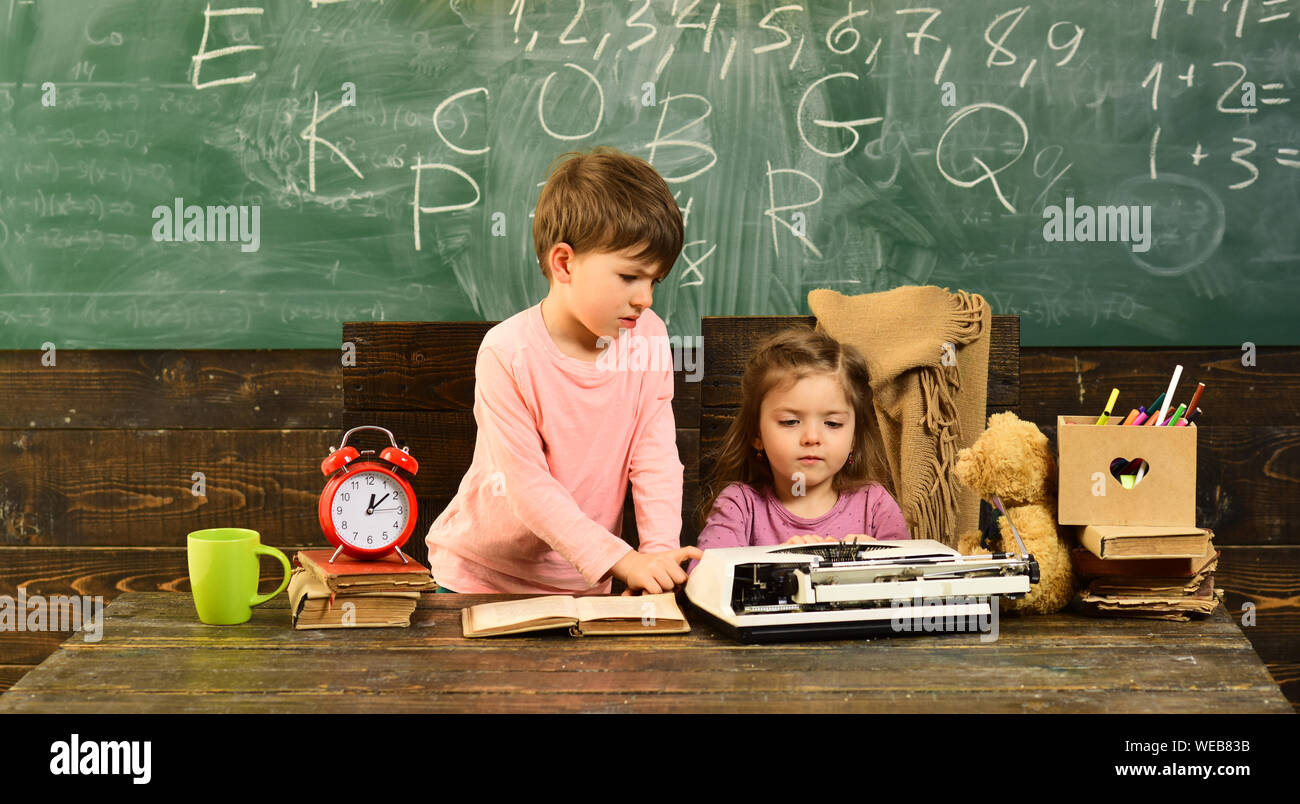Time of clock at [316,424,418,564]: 12:07
